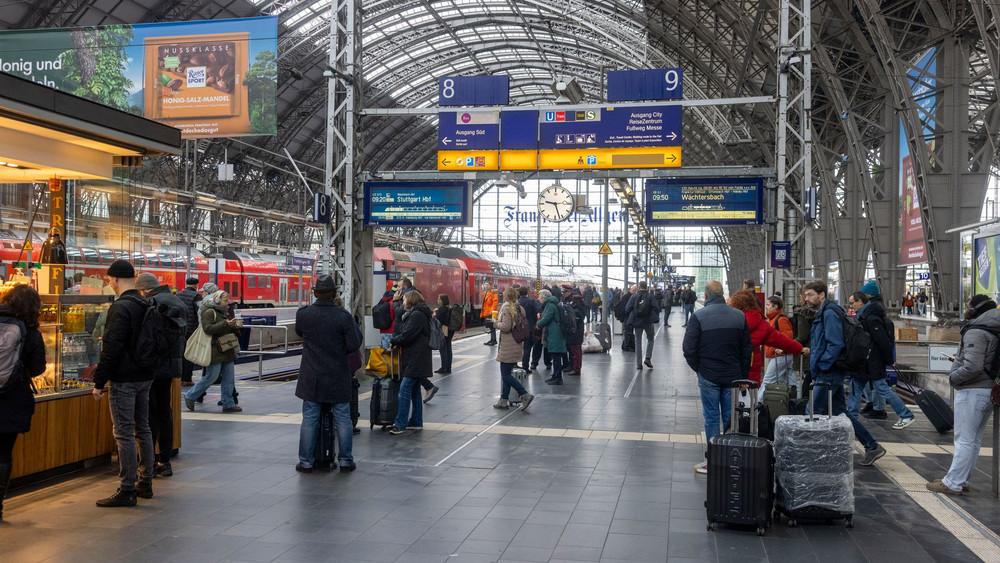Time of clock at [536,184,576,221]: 9:27
